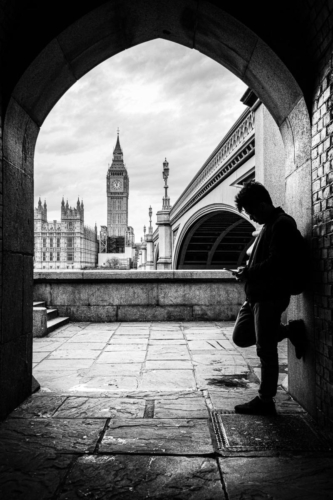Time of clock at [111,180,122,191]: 11:02
